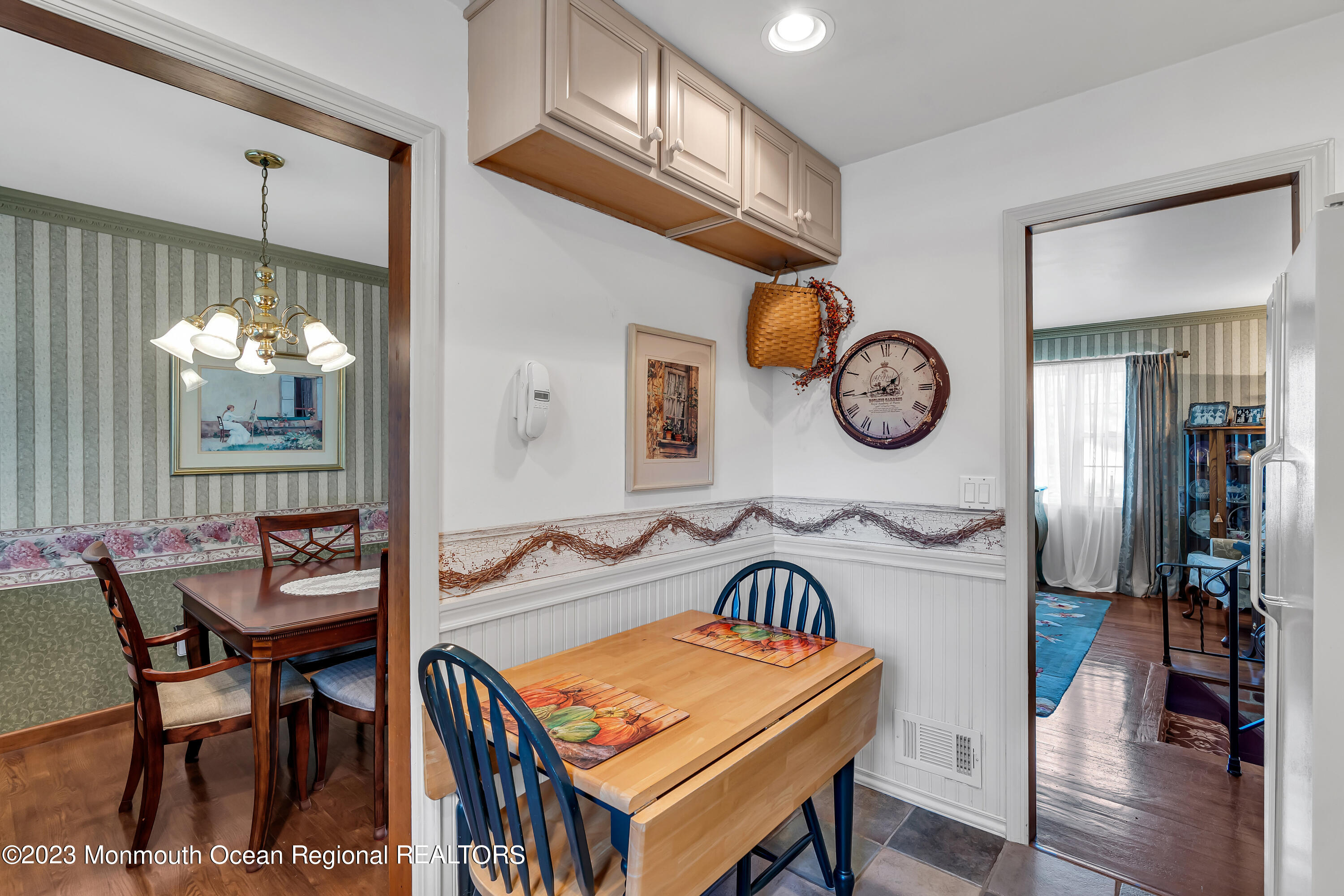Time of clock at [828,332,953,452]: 1:43
